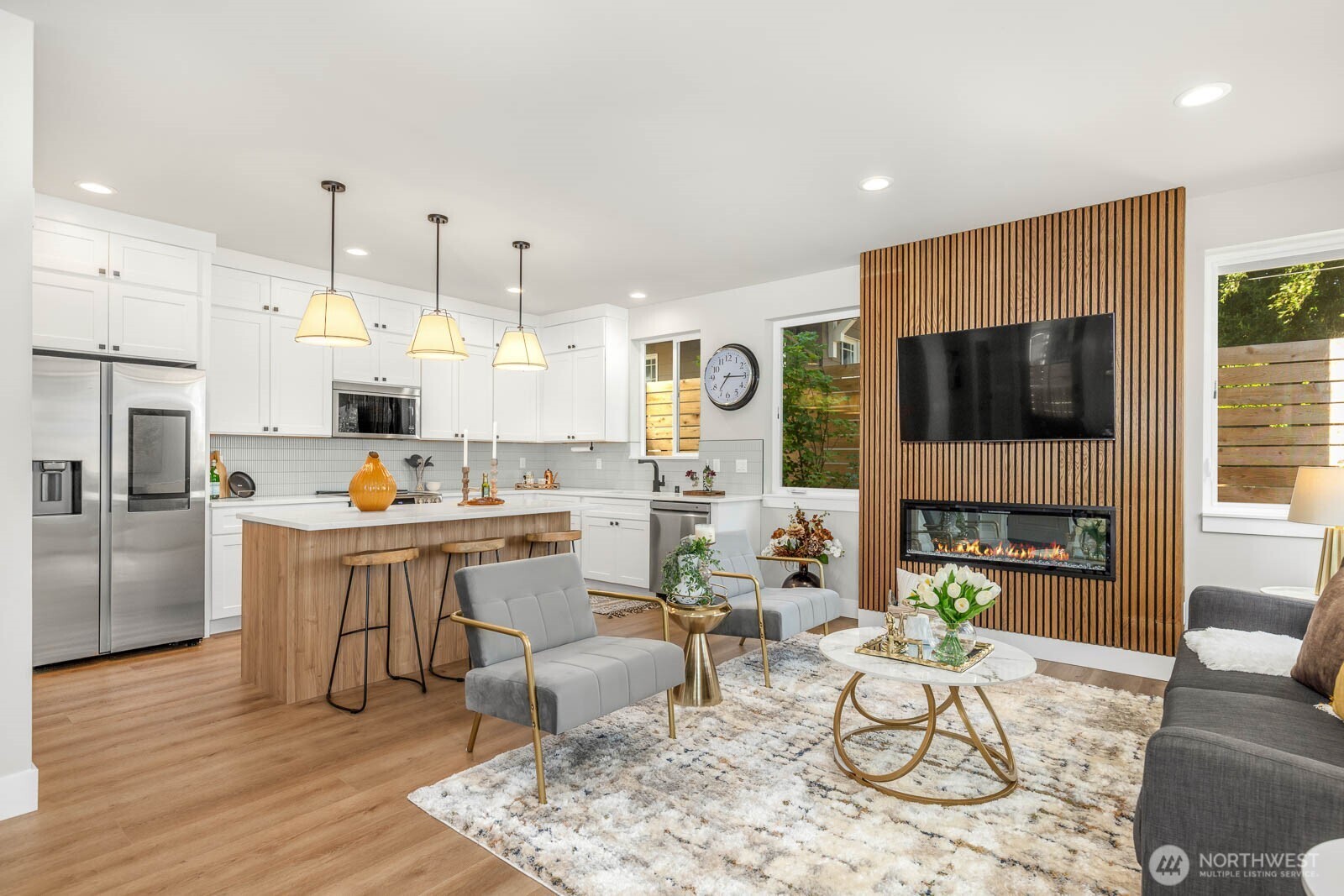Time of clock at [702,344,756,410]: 7:15
